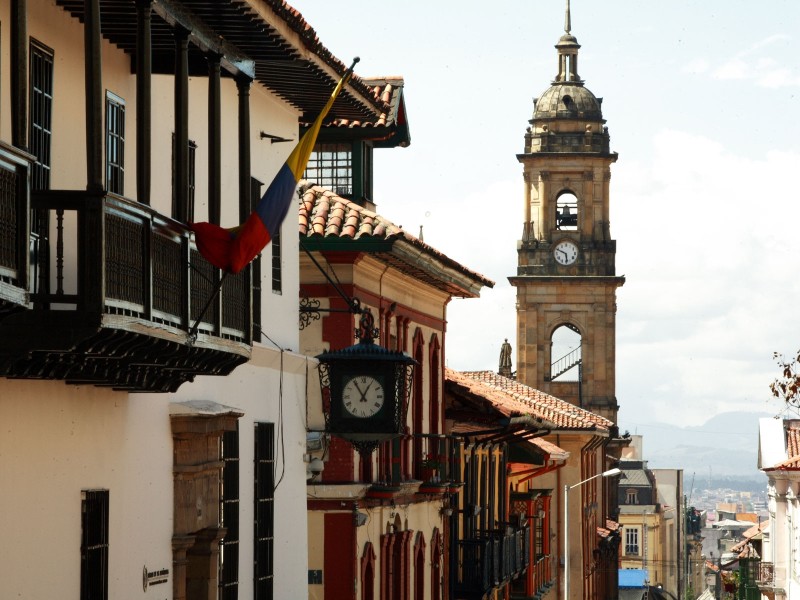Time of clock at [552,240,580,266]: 5:49
